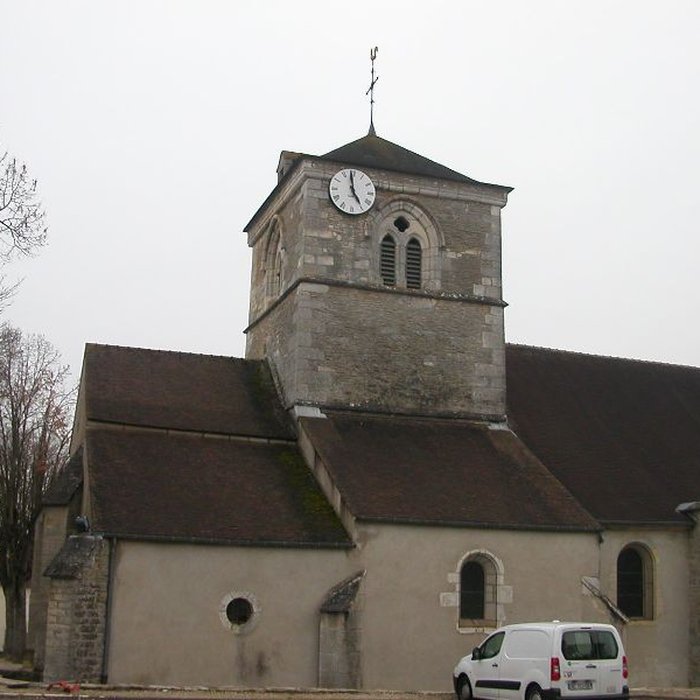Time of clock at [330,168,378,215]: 4:58
